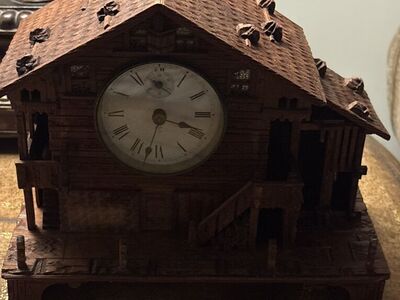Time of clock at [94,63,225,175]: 3:32
